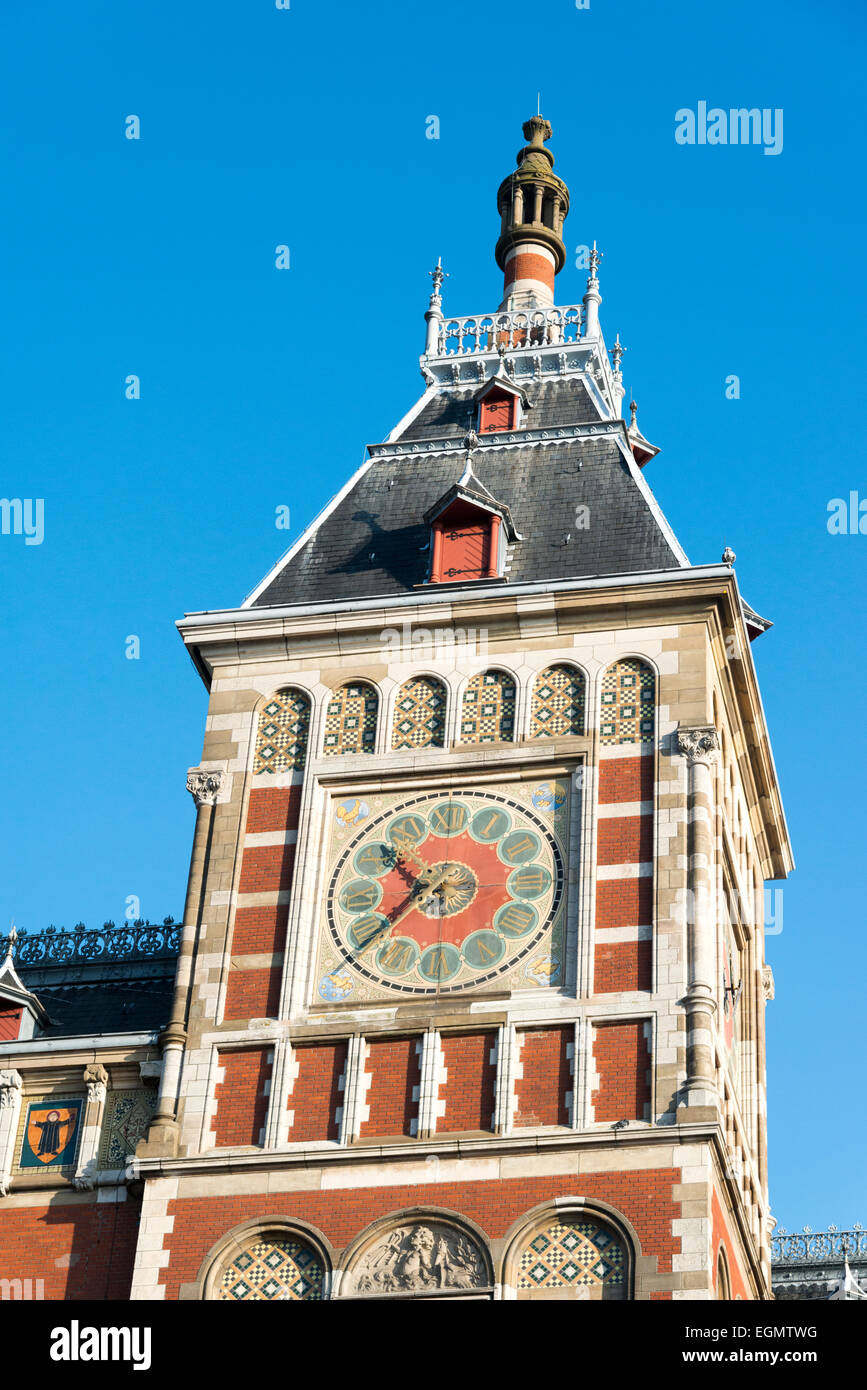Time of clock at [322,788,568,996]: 10:38
